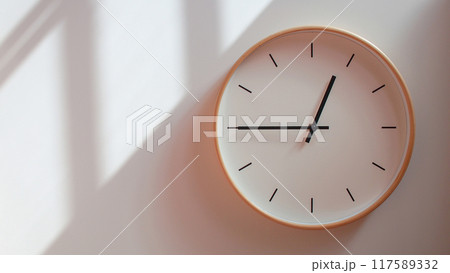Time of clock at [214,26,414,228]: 12:45
